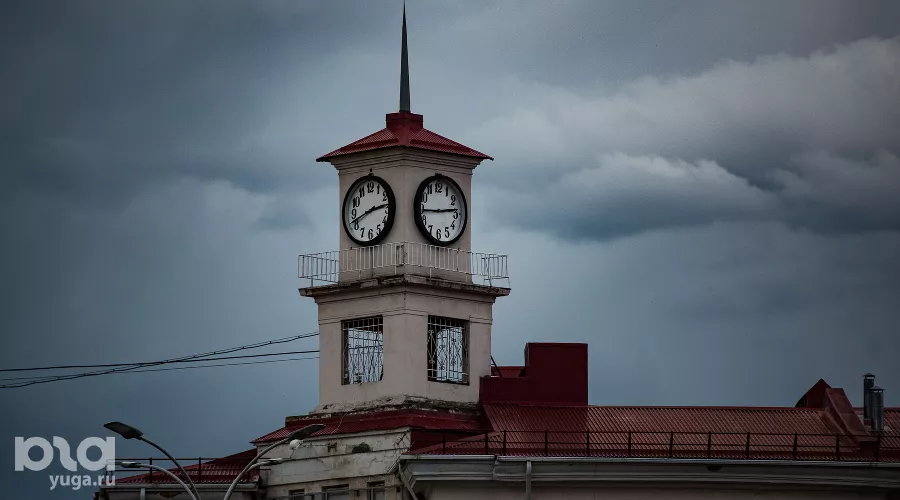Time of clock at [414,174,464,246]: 2:44
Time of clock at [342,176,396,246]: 2:41
